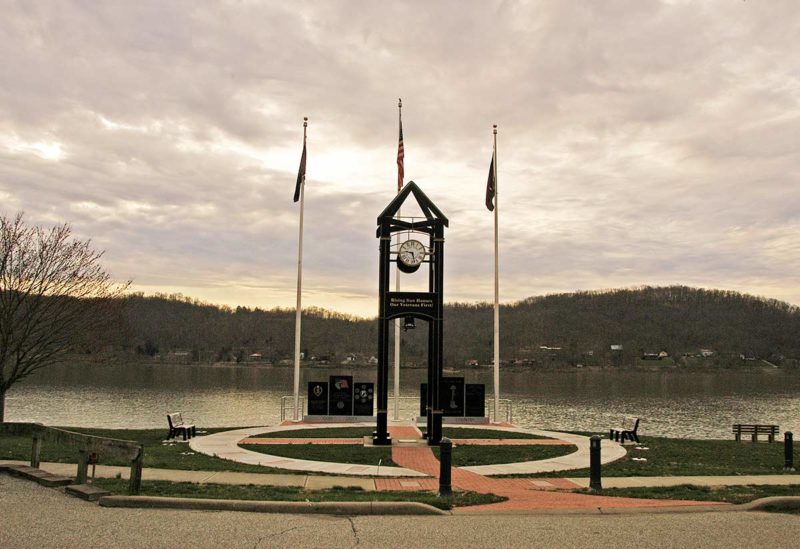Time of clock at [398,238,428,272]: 9:27
